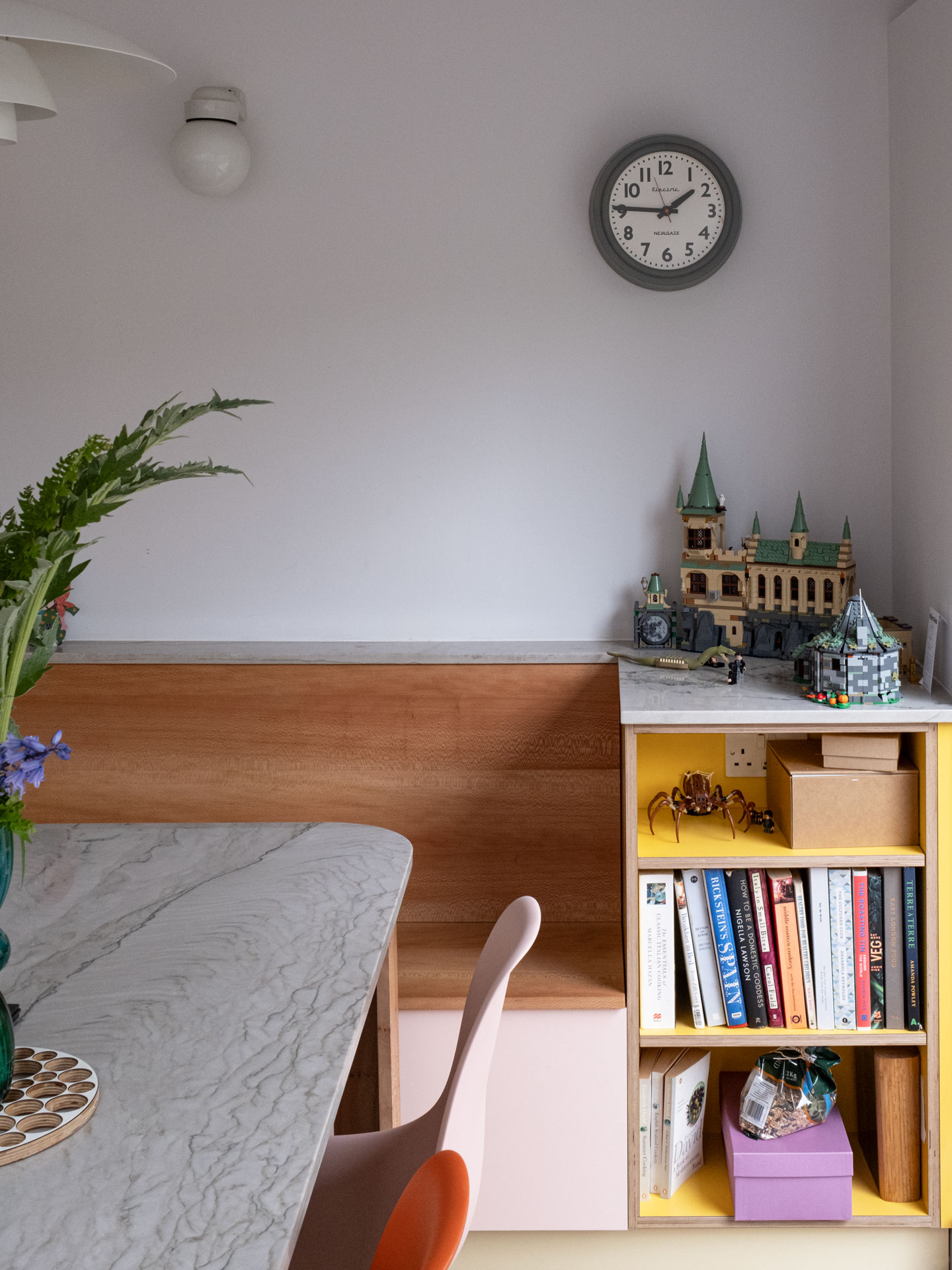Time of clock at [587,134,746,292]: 1:45
